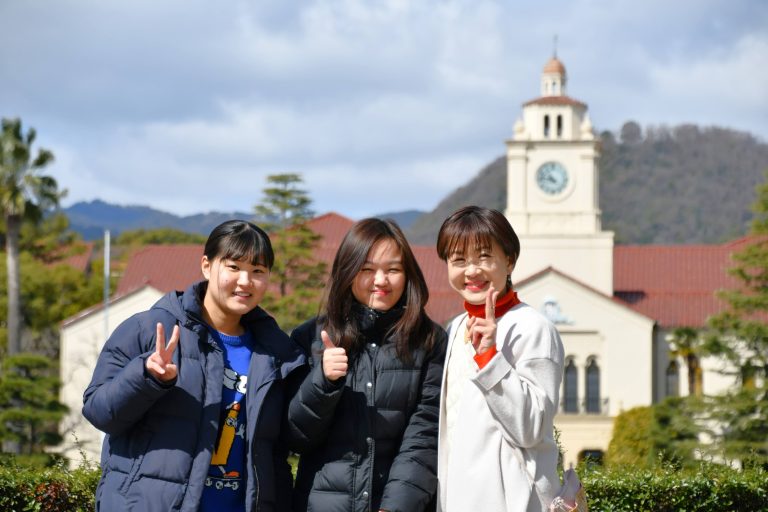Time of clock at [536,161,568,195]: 10:46
